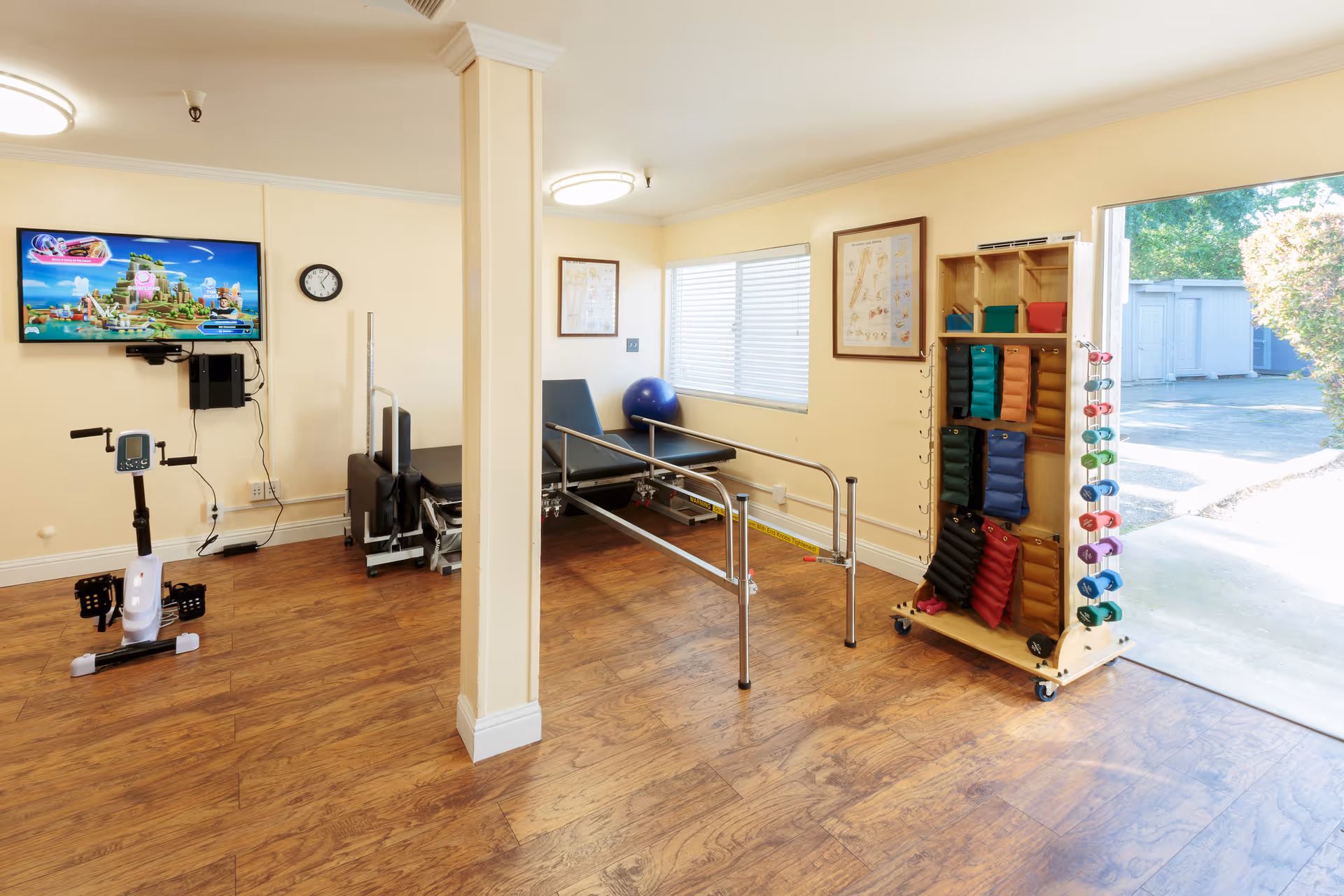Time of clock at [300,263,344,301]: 5:05
